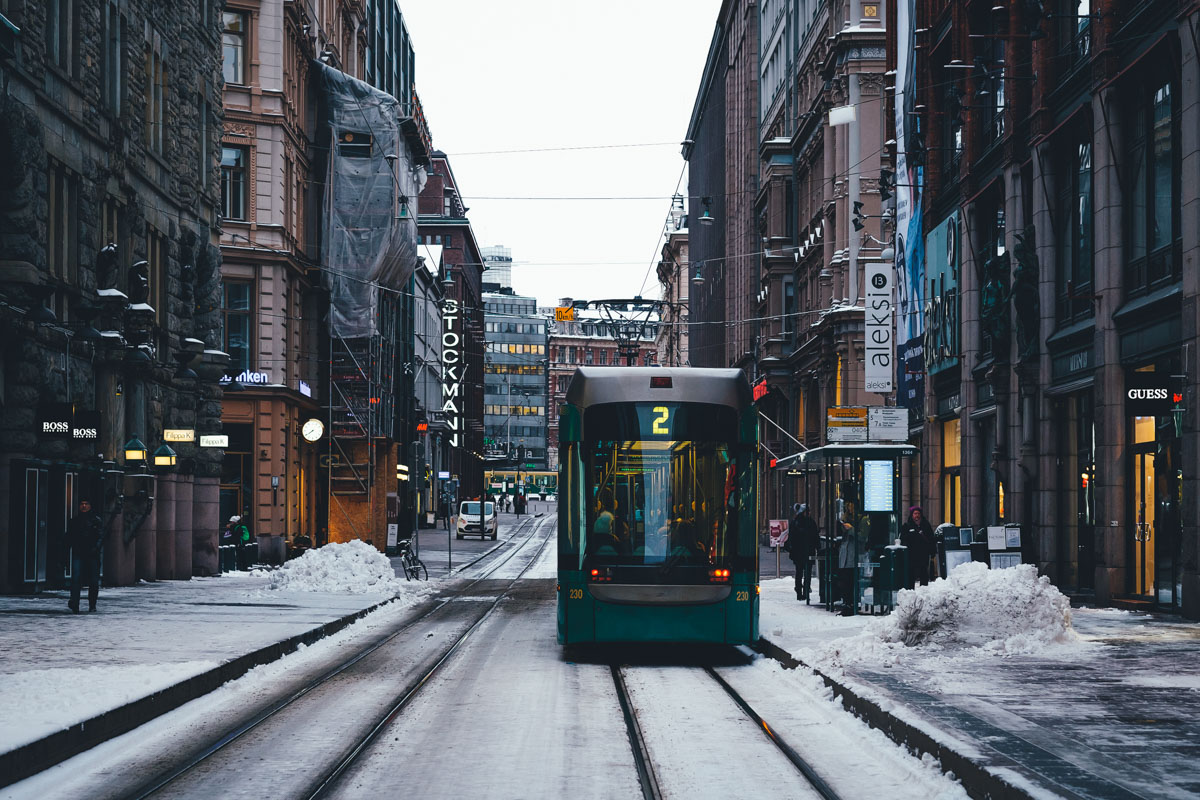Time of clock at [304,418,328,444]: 7:39
